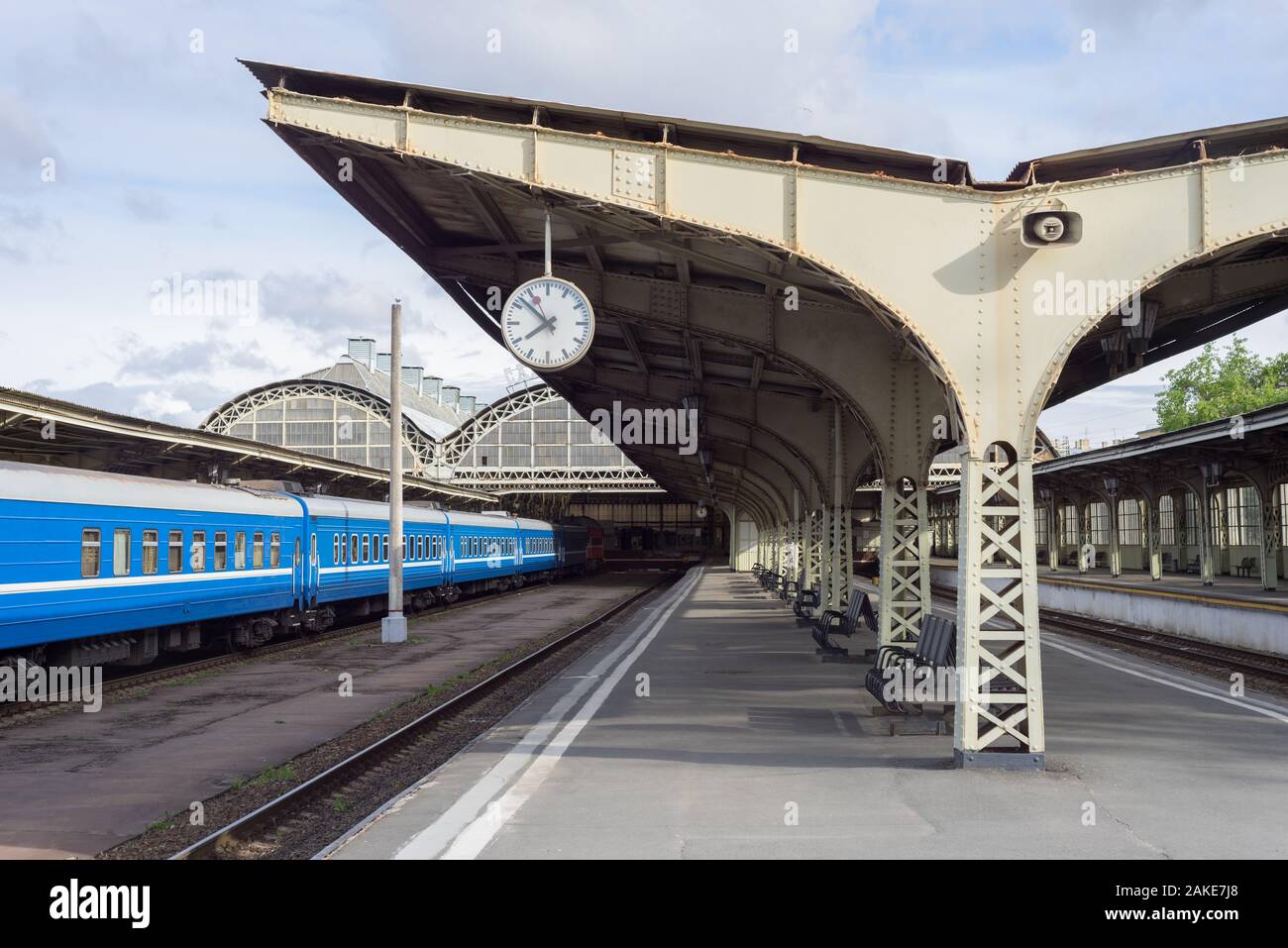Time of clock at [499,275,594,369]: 7:51
